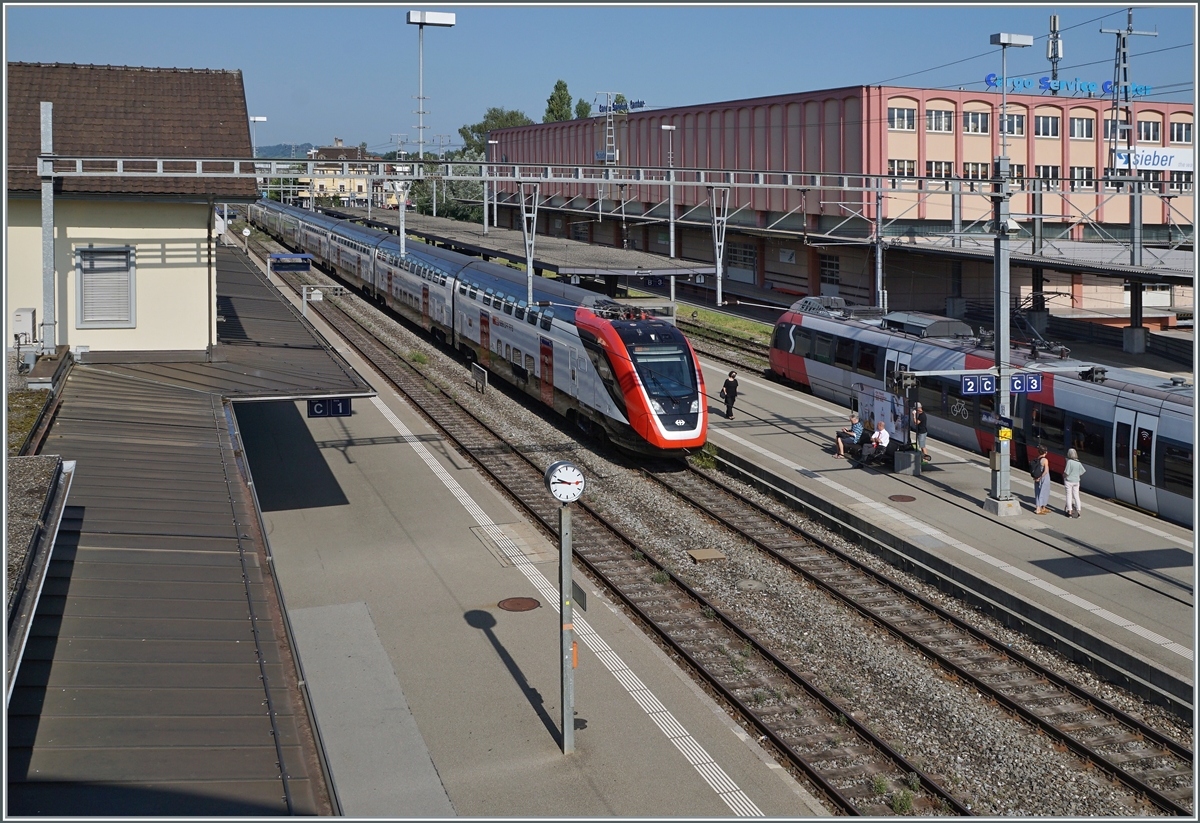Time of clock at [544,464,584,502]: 9:45
